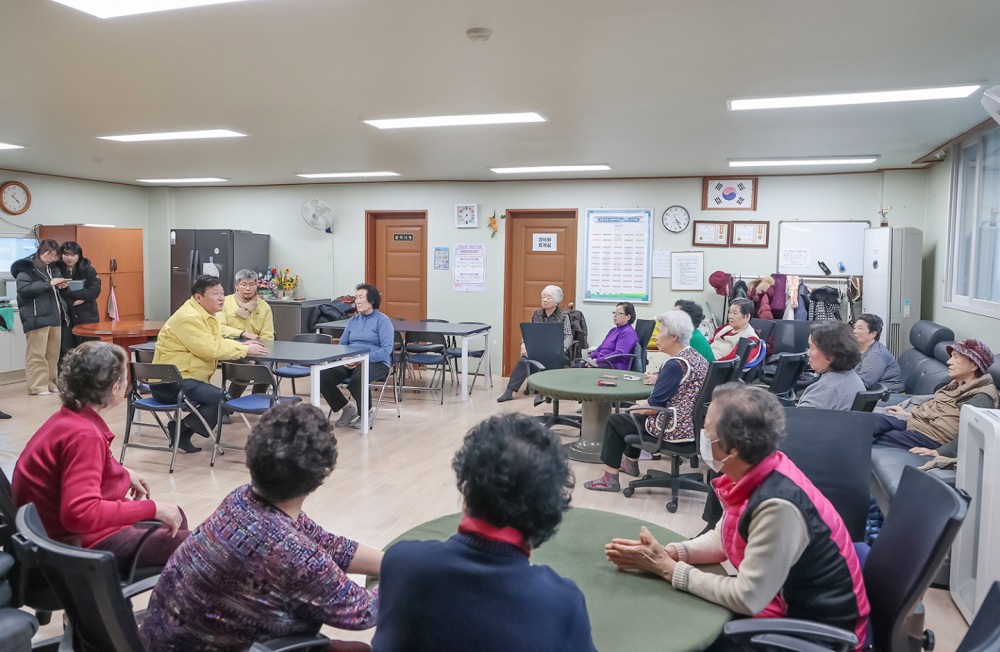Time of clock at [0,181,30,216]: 4:22
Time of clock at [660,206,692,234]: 4:25
